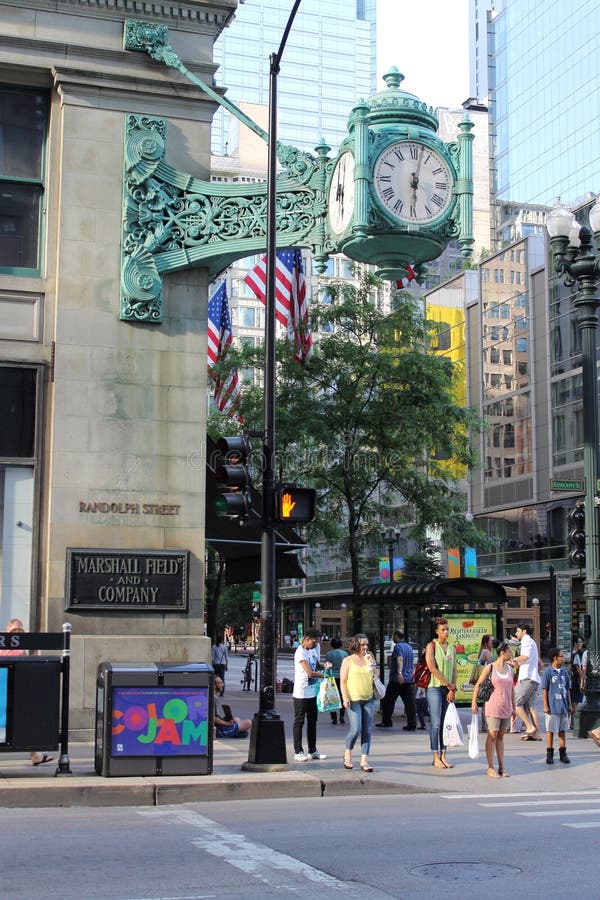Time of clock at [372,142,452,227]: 6:02
